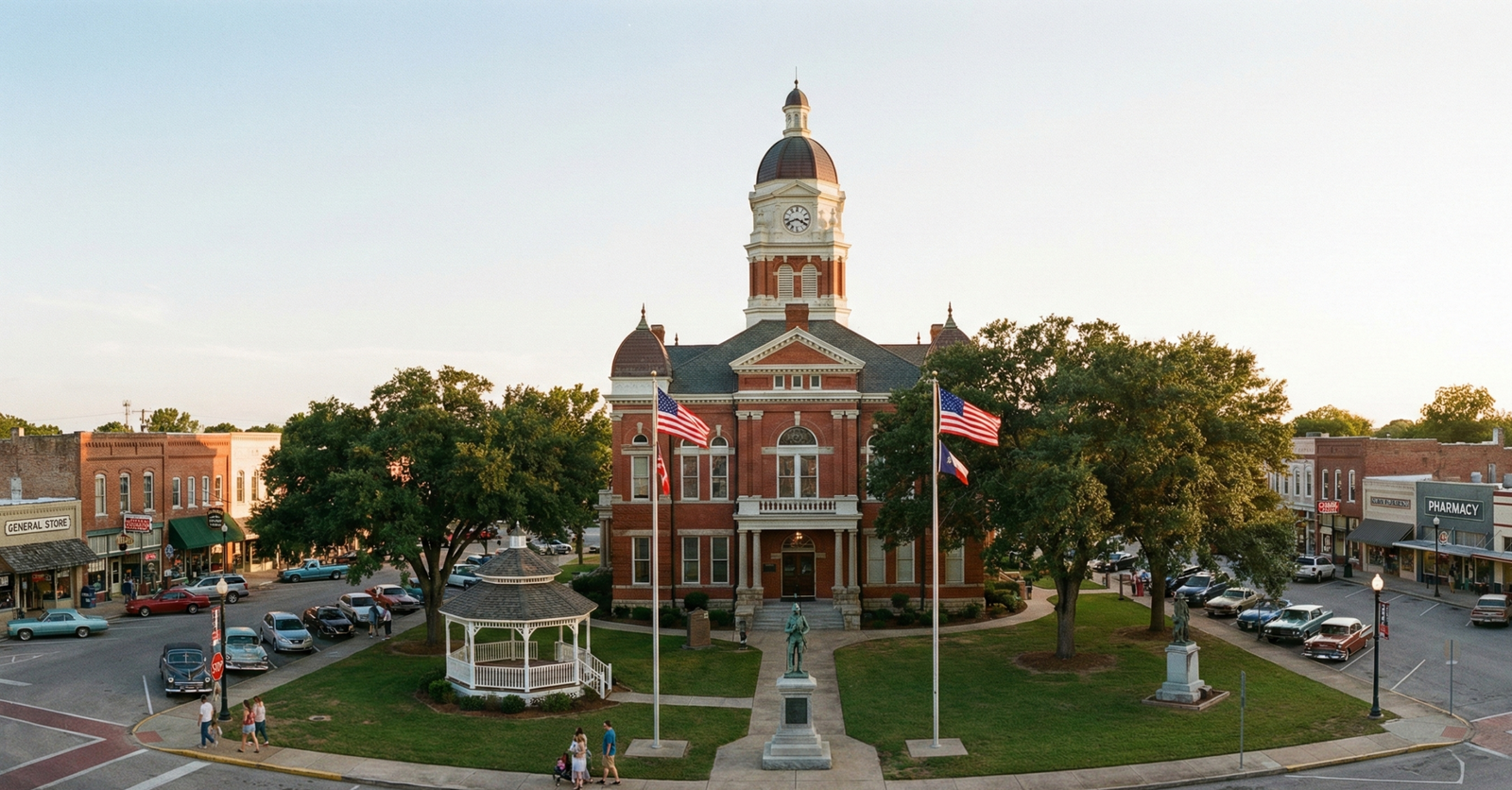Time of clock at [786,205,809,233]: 3:41
